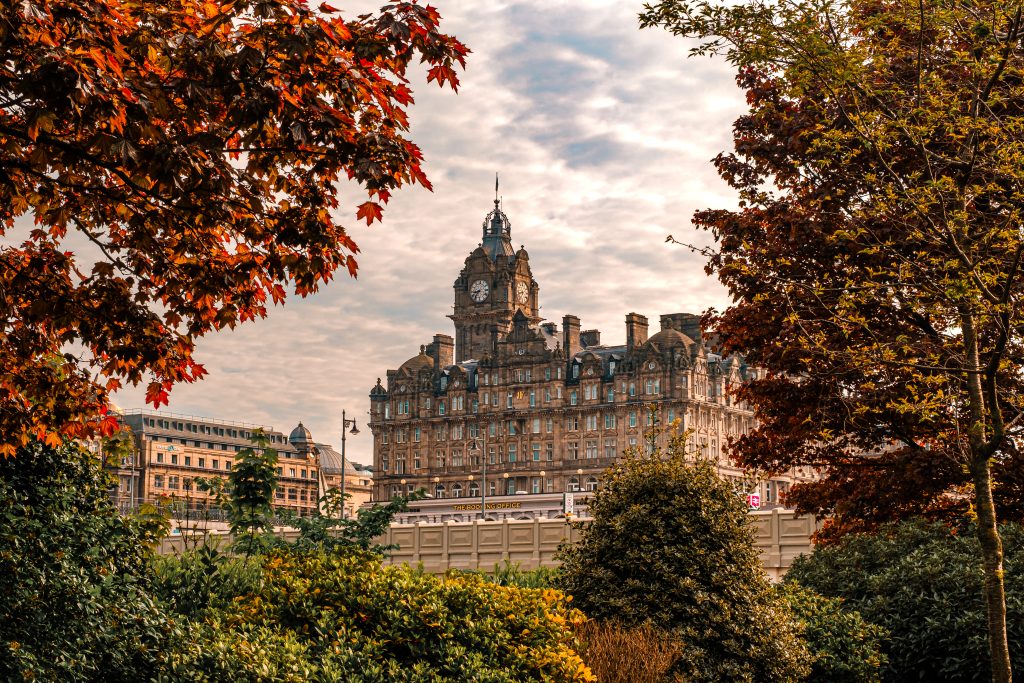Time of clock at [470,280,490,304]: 8:36
